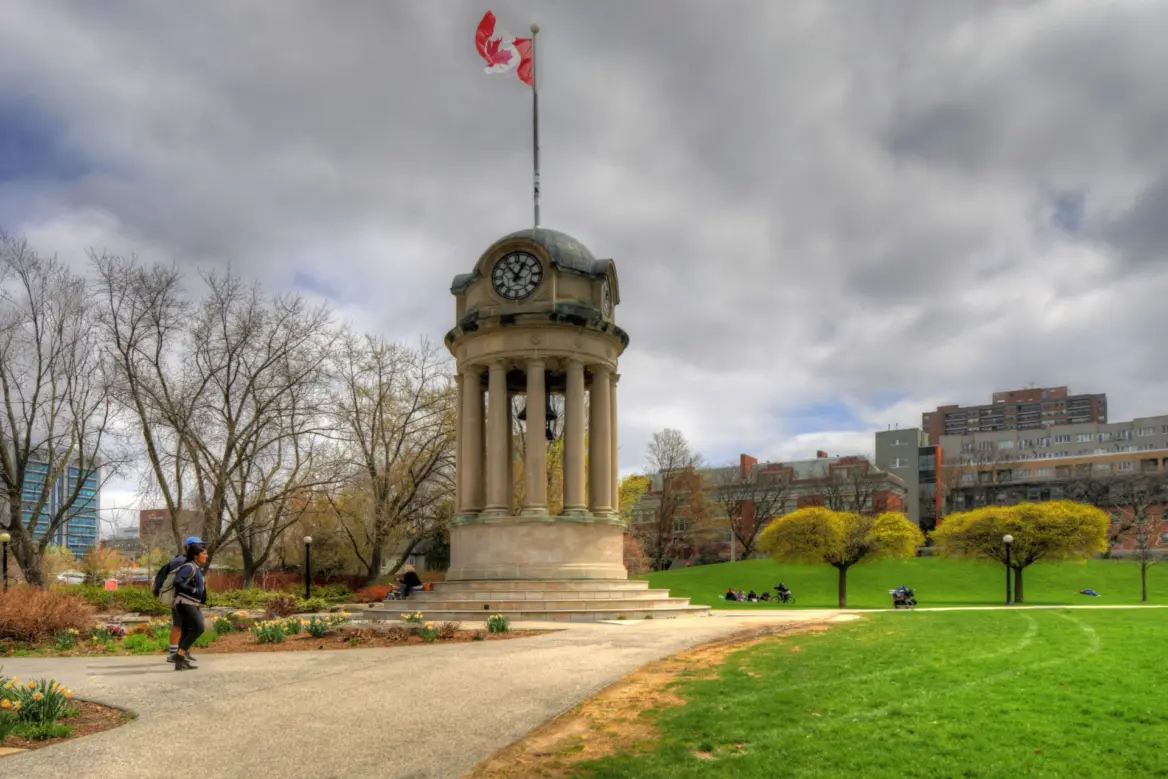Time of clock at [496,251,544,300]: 12:53
